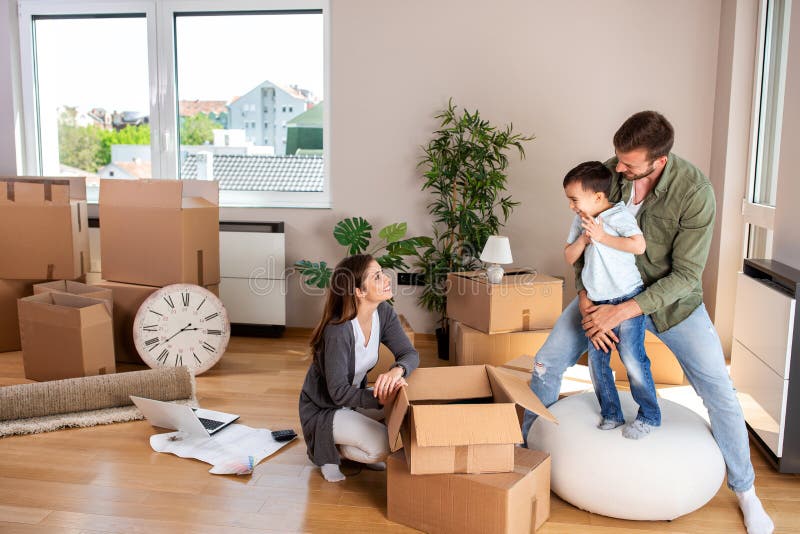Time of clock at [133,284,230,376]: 2:38
